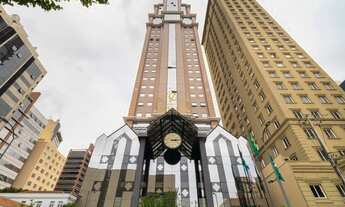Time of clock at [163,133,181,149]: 3:14
